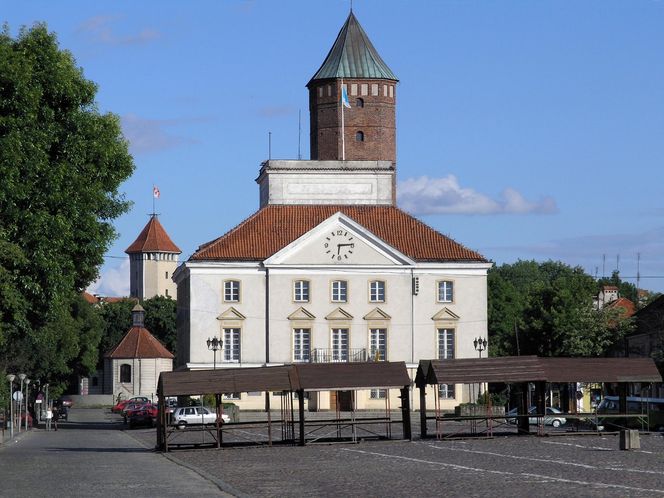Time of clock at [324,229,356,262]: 6:14
